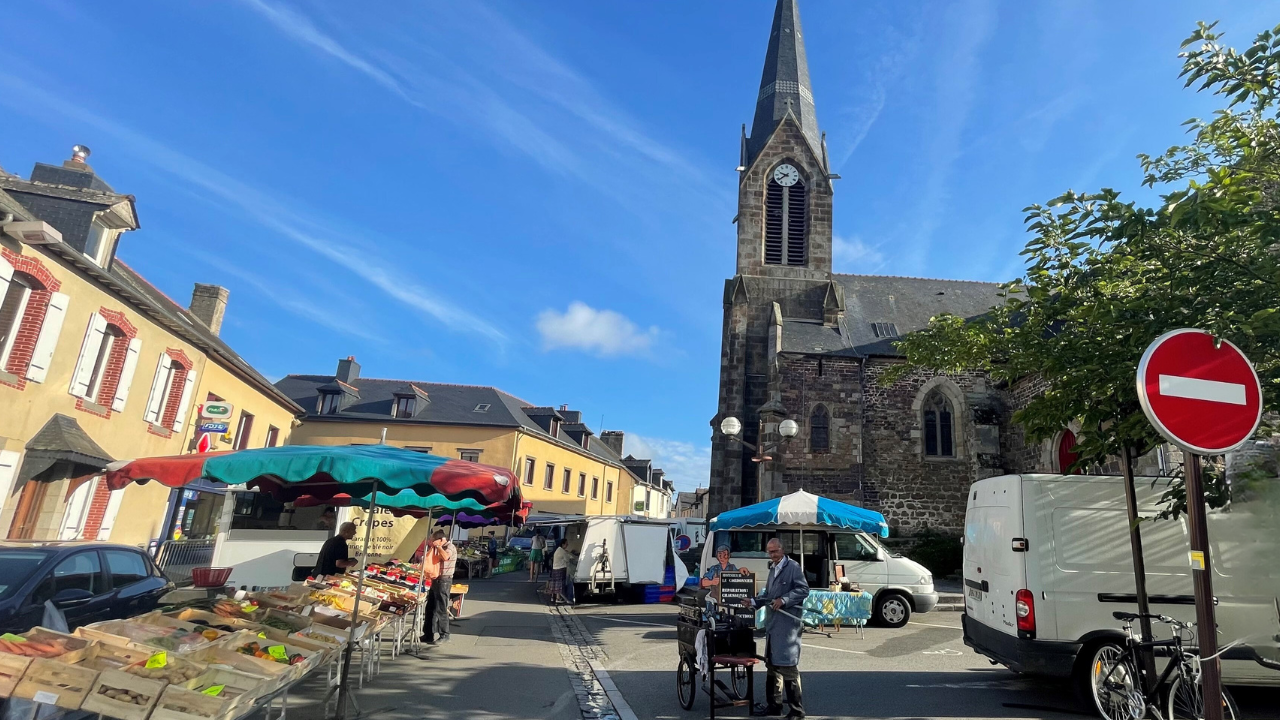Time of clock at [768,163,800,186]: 9:38
